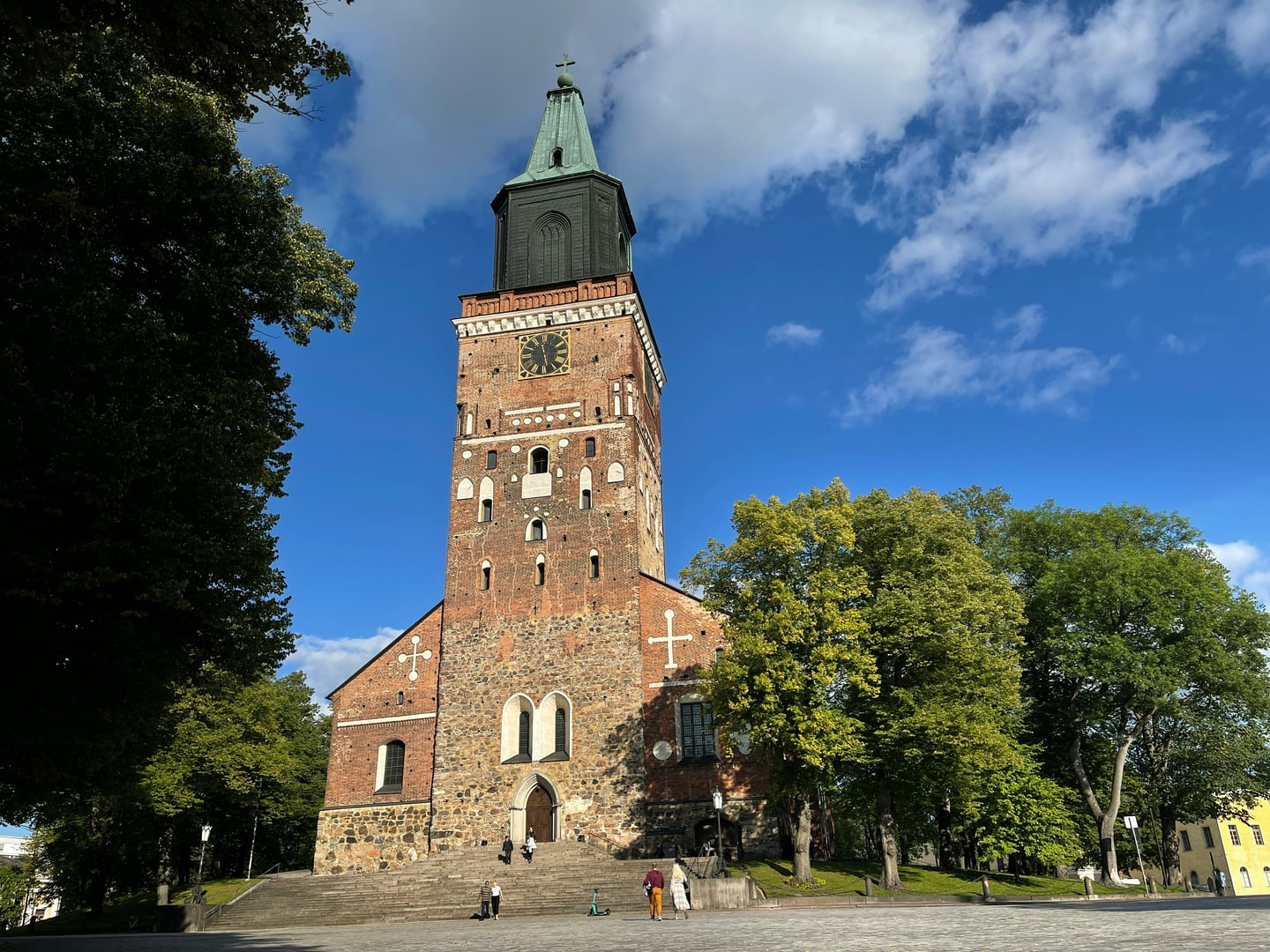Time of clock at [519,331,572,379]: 11:28
